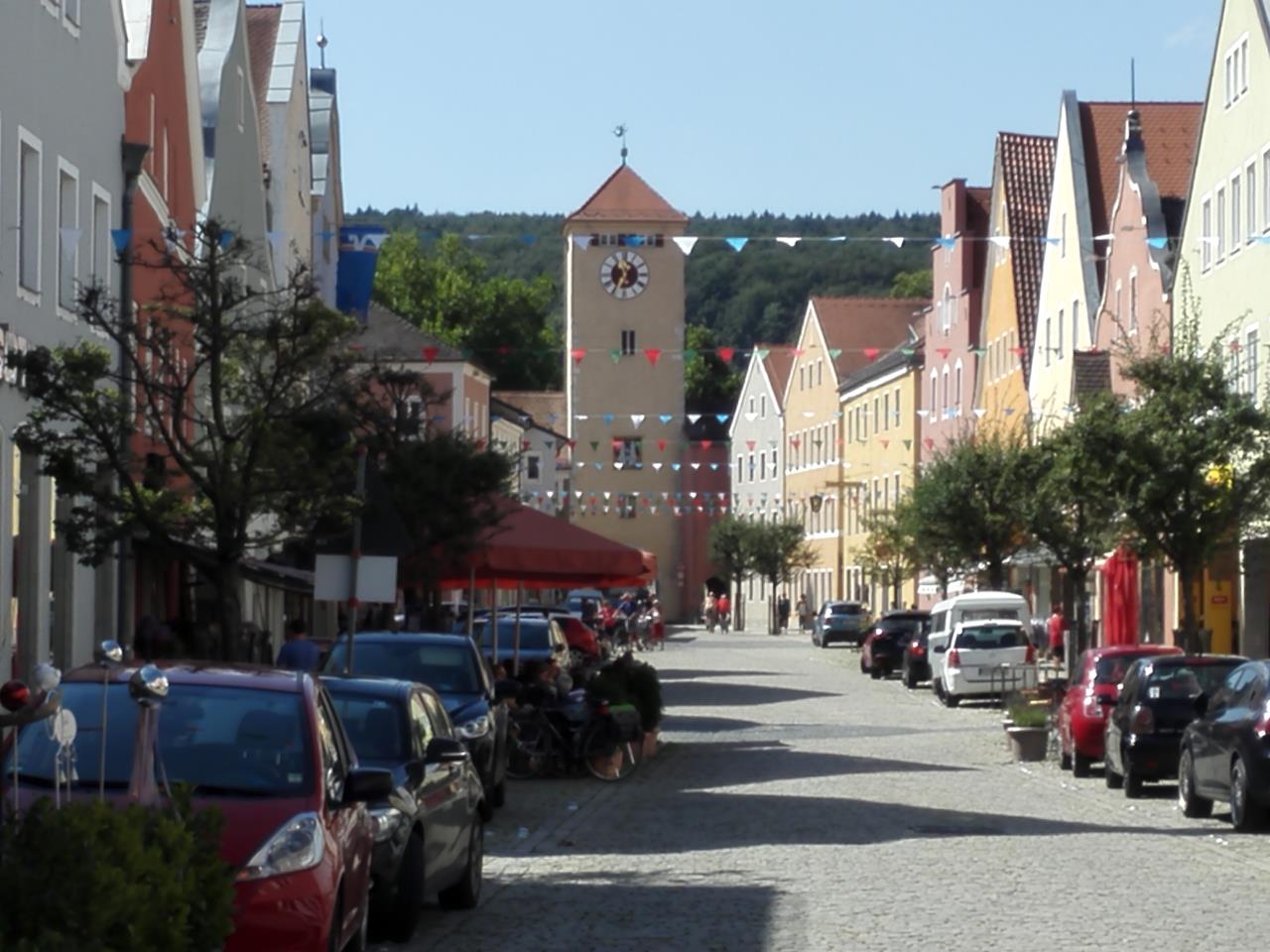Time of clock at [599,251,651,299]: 1:34
